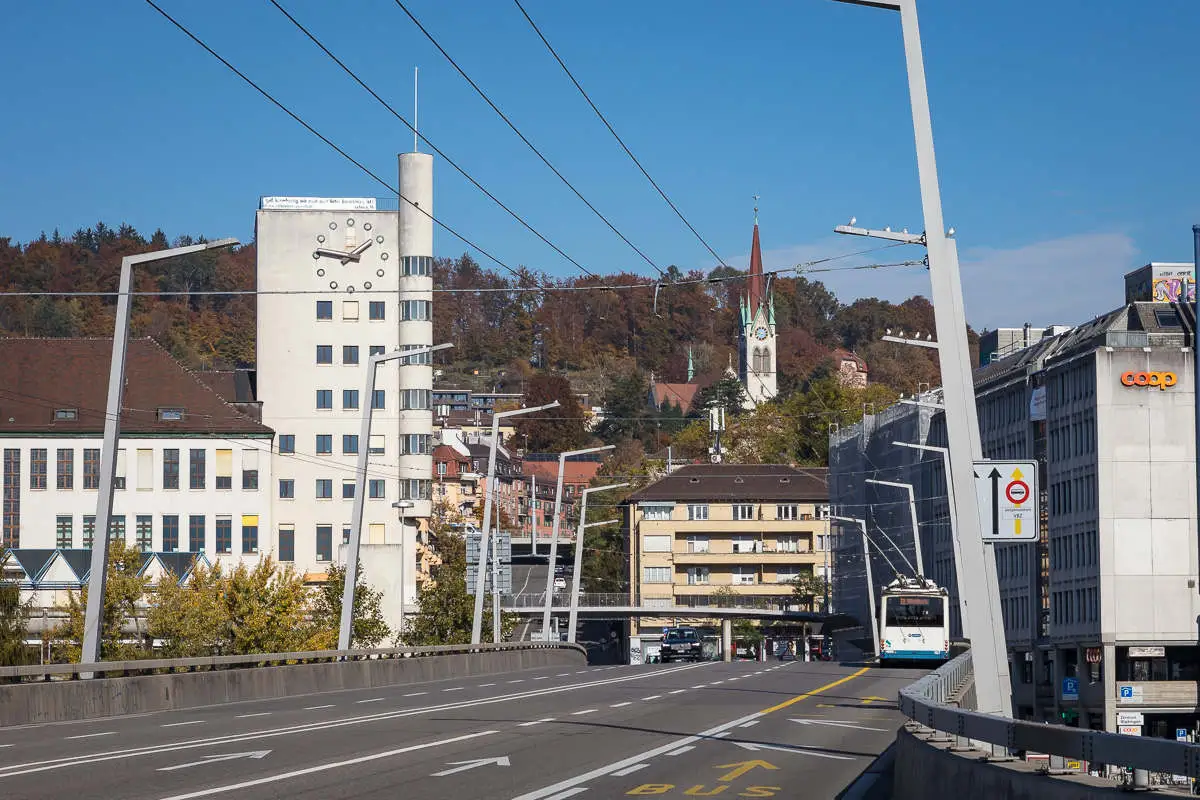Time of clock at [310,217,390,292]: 1:46
